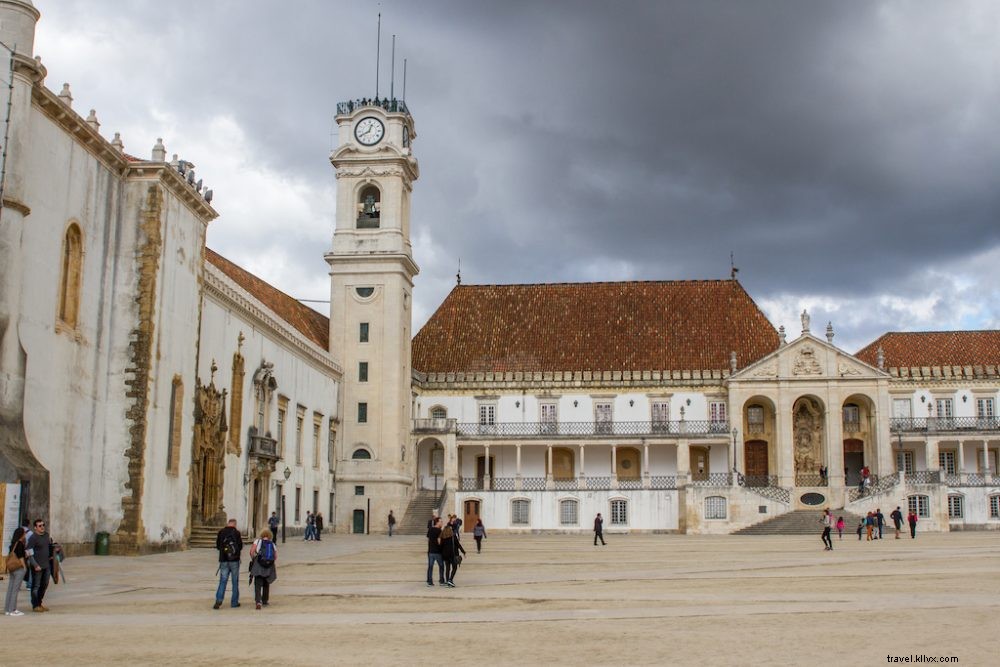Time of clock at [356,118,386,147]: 12:40
